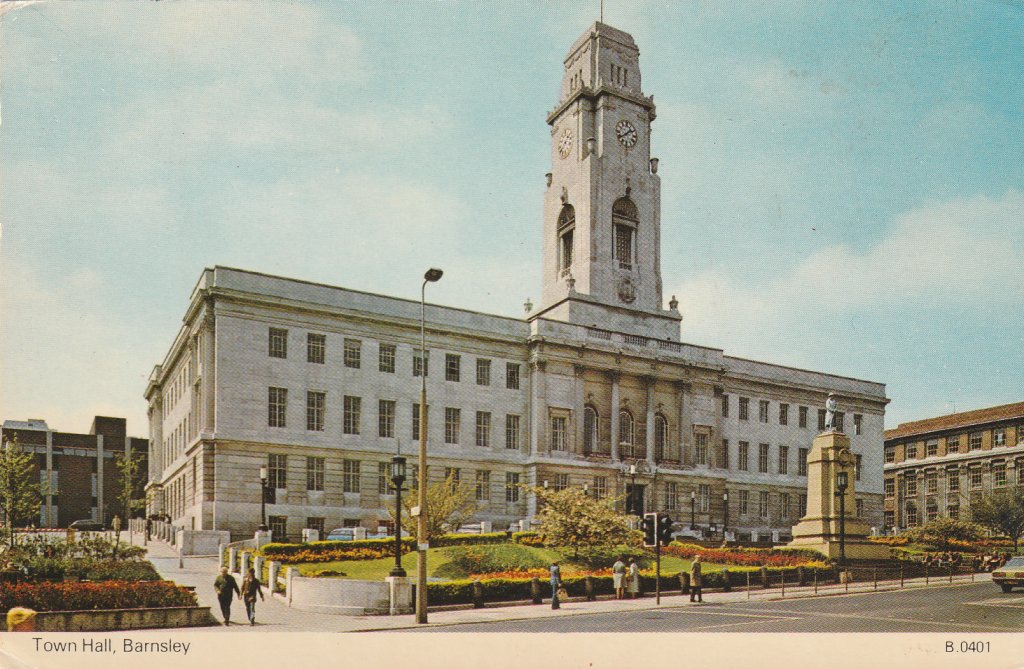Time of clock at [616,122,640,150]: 1:39
